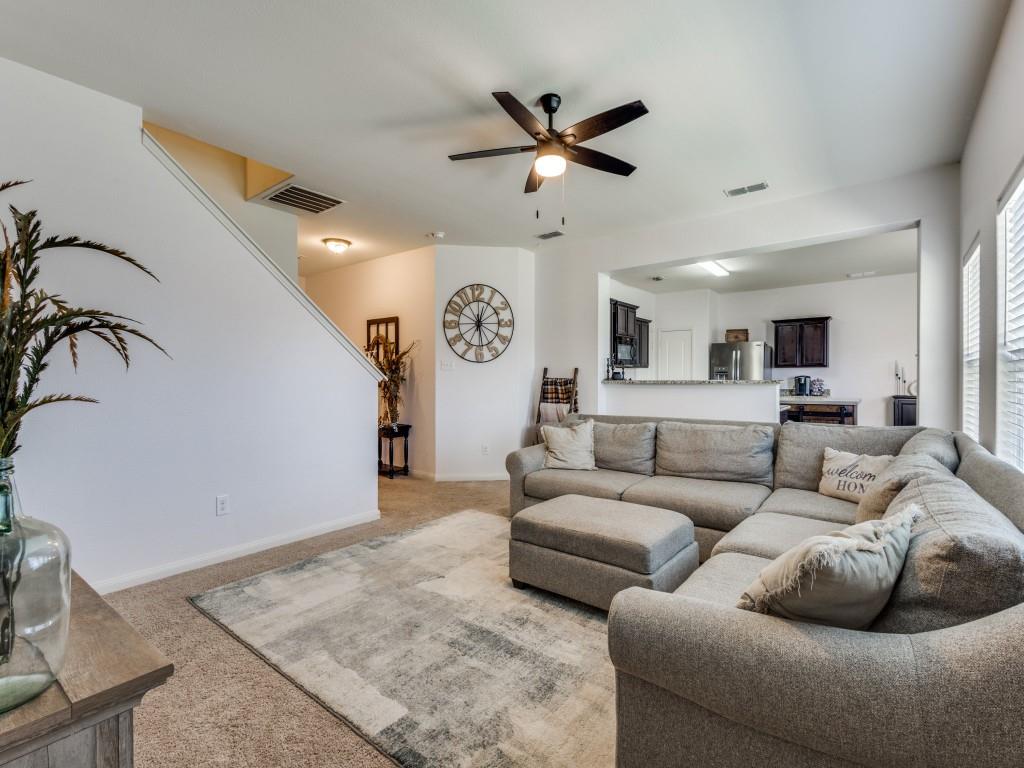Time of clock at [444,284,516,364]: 12:28
